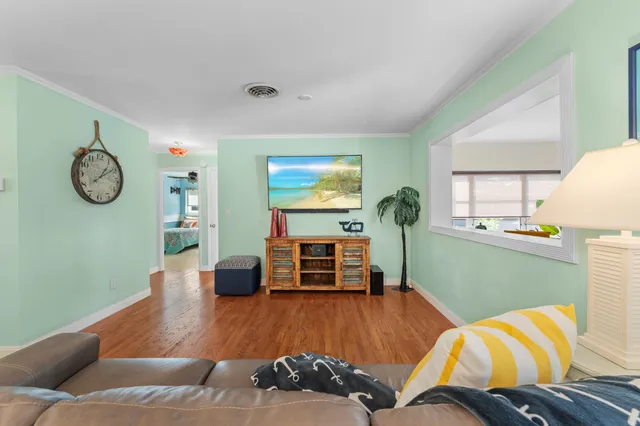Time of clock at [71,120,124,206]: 1:09
